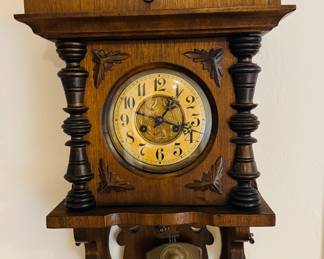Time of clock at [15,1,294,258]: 1:18
